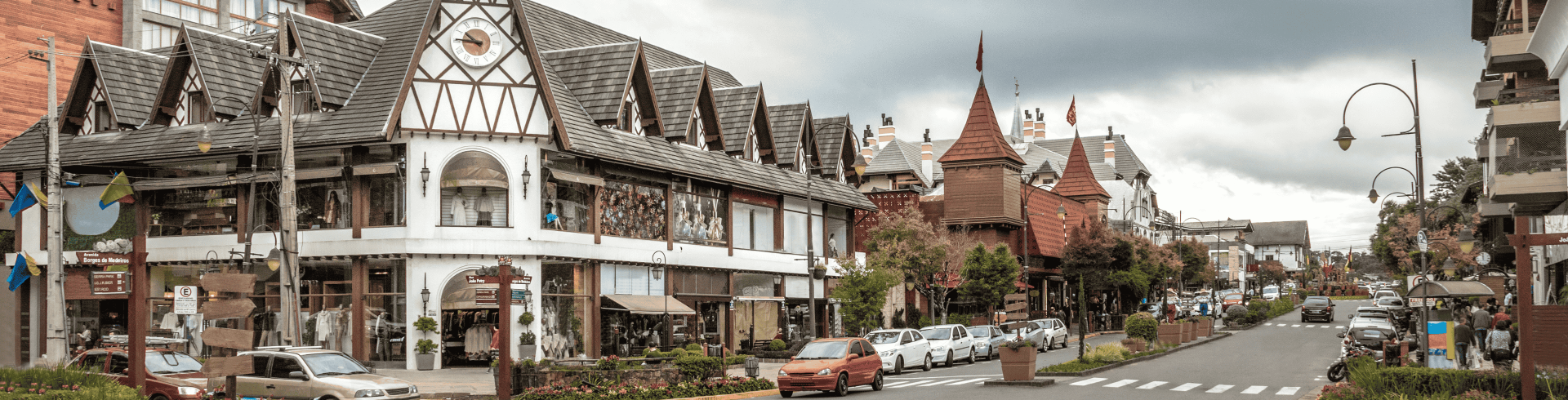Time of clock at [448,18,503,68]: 10:45
